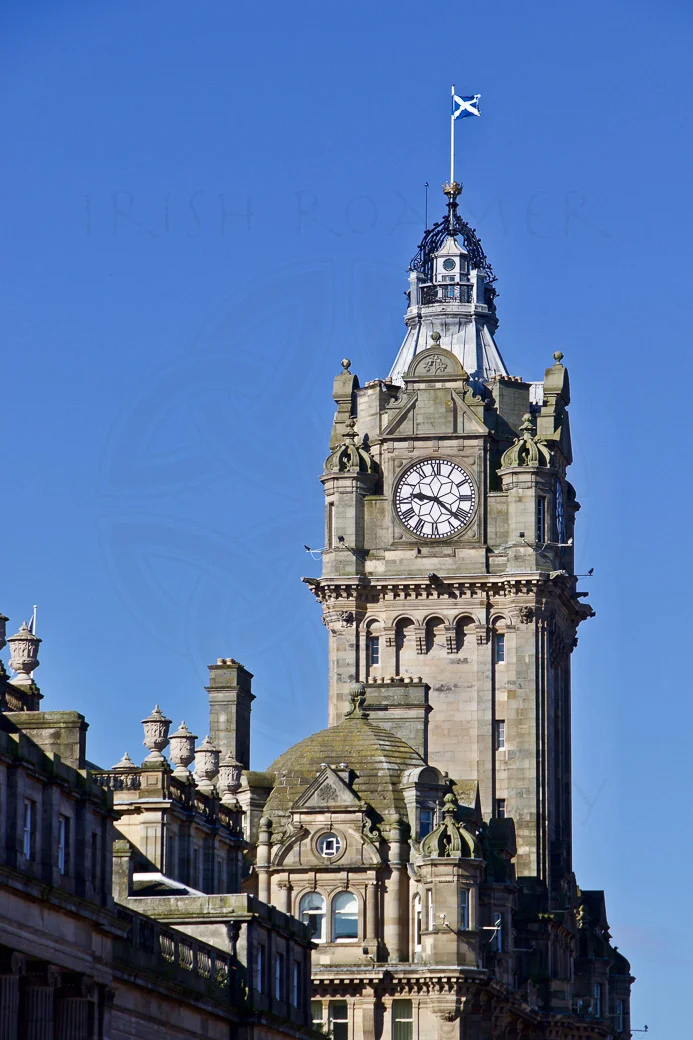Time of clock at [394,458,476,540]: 9:21
